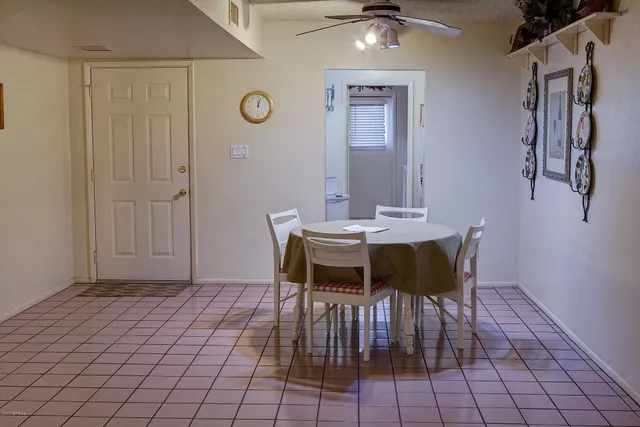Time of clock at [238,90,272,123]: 12:03
